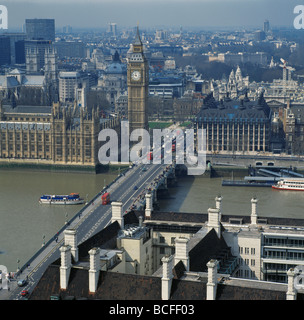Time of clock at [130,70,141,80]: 11:46
